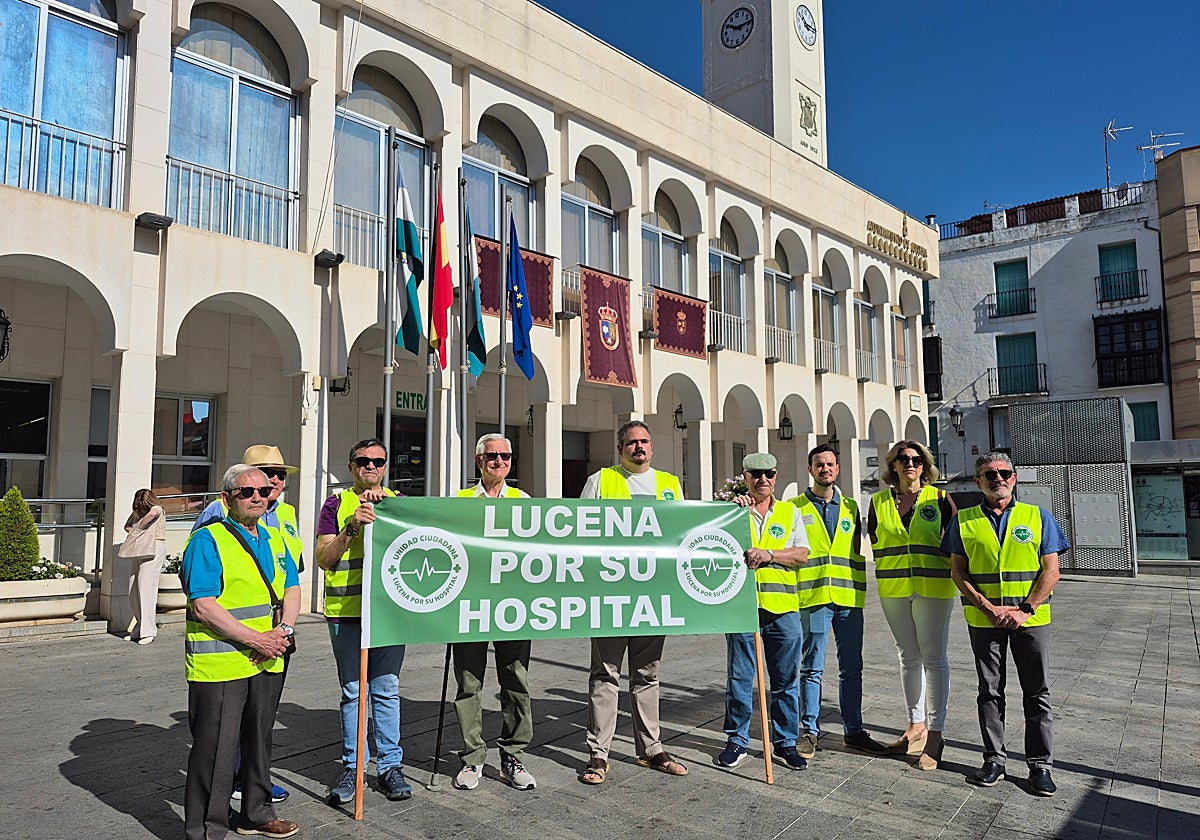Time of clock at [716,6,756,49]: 10:14
